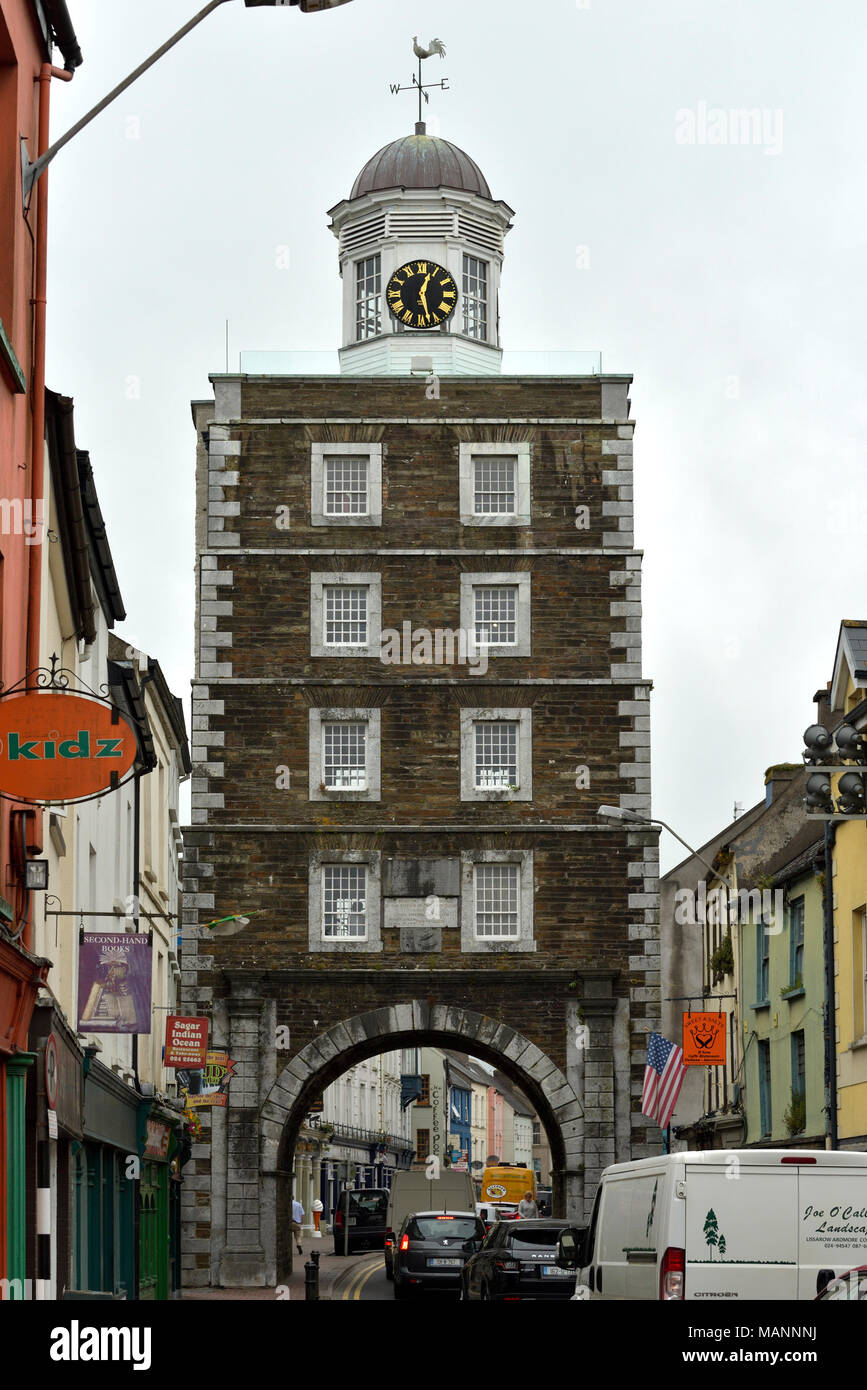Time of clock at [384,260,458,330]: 12:27
